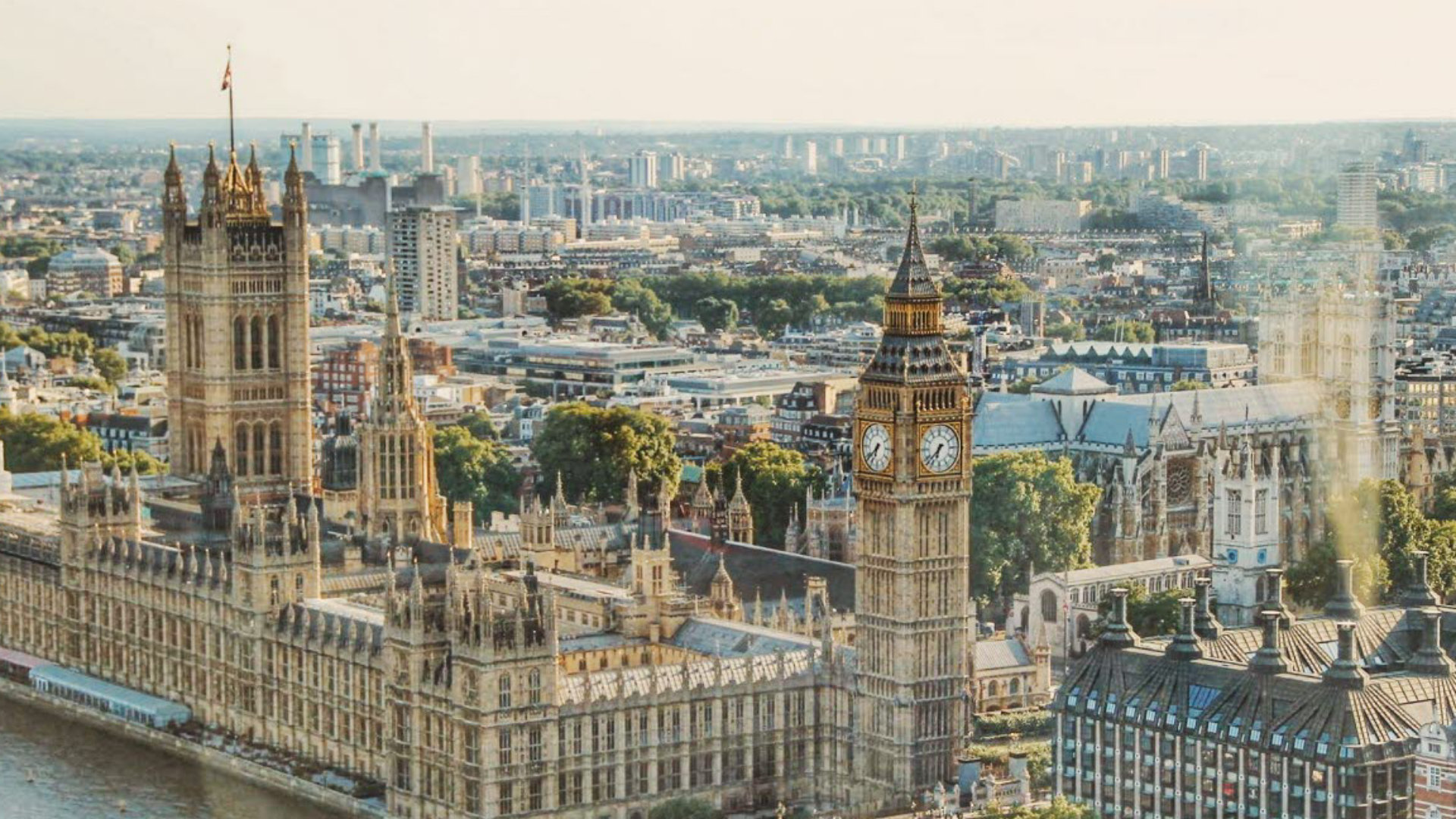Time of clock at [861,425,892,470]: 6:38
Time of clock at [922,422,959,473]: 6:37
